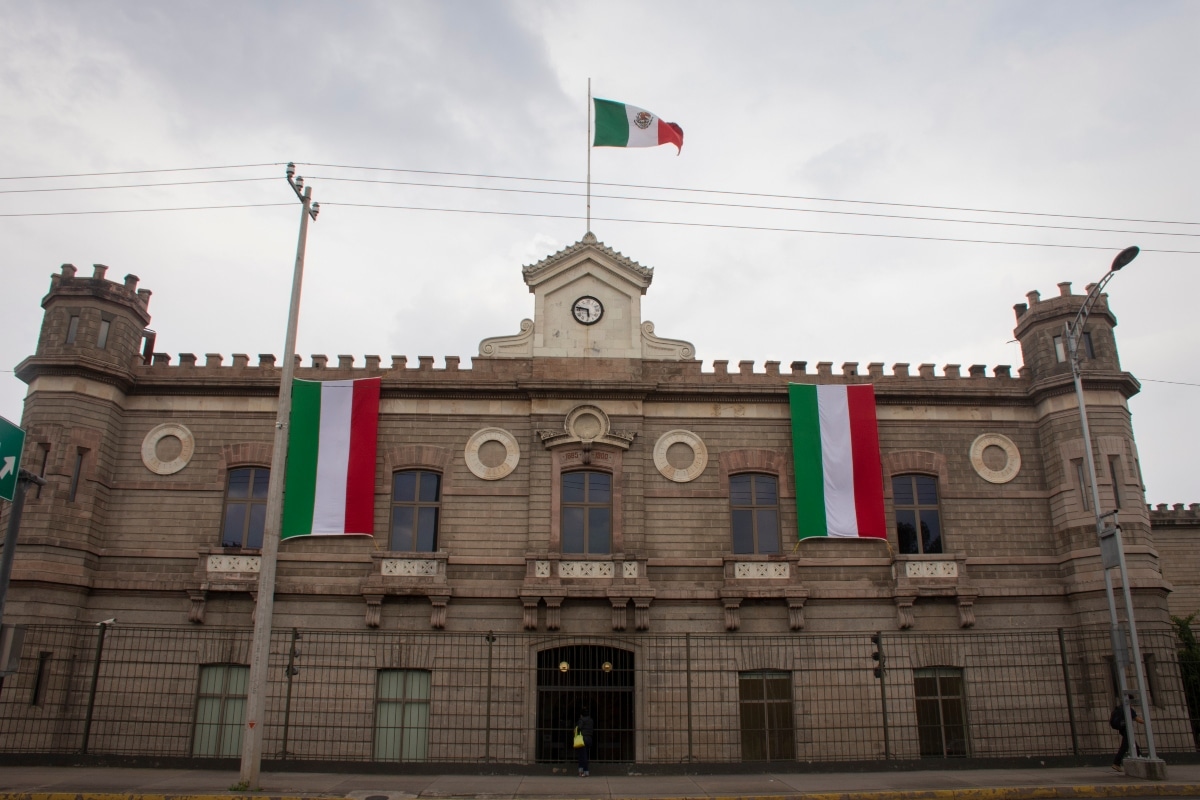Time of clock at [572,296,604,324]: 5:47
